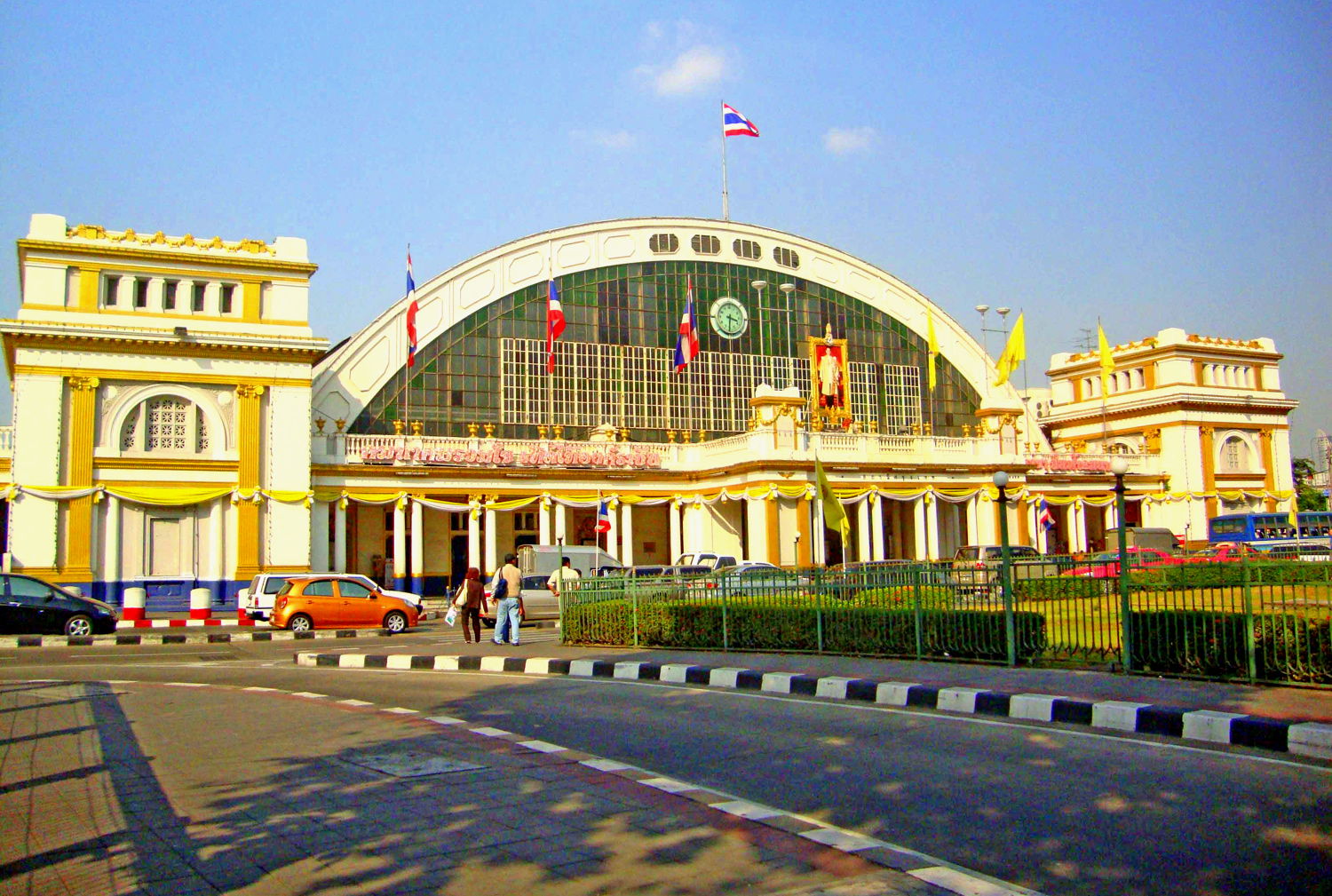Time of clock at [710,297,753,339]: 3:31
